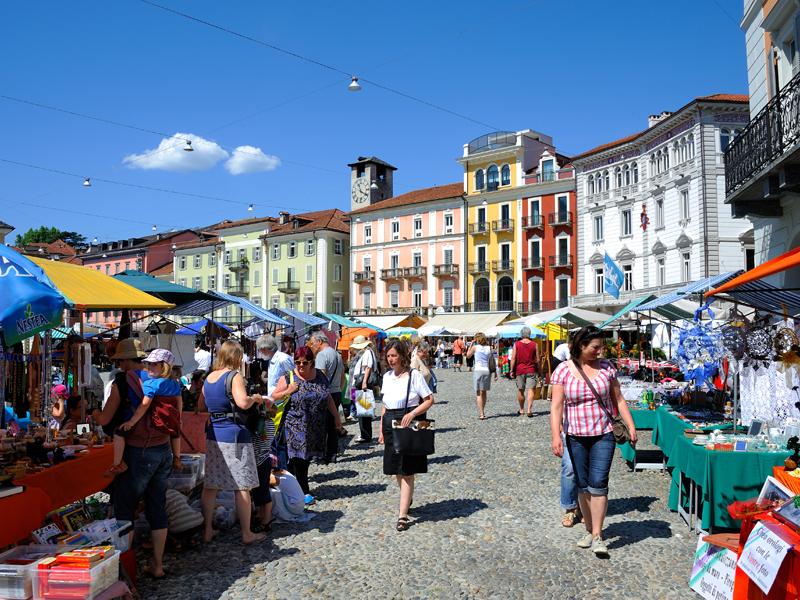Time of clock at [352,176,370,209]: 11:19
